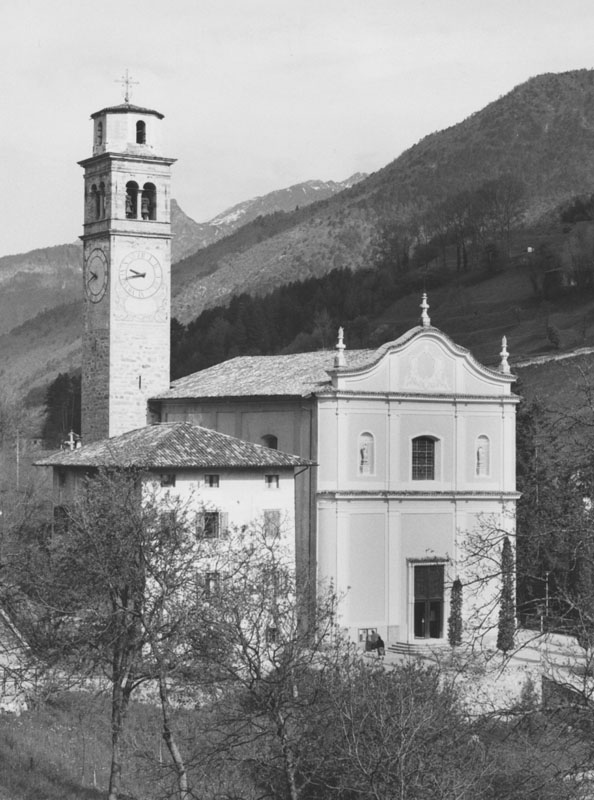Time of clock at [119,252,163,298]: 9:42
